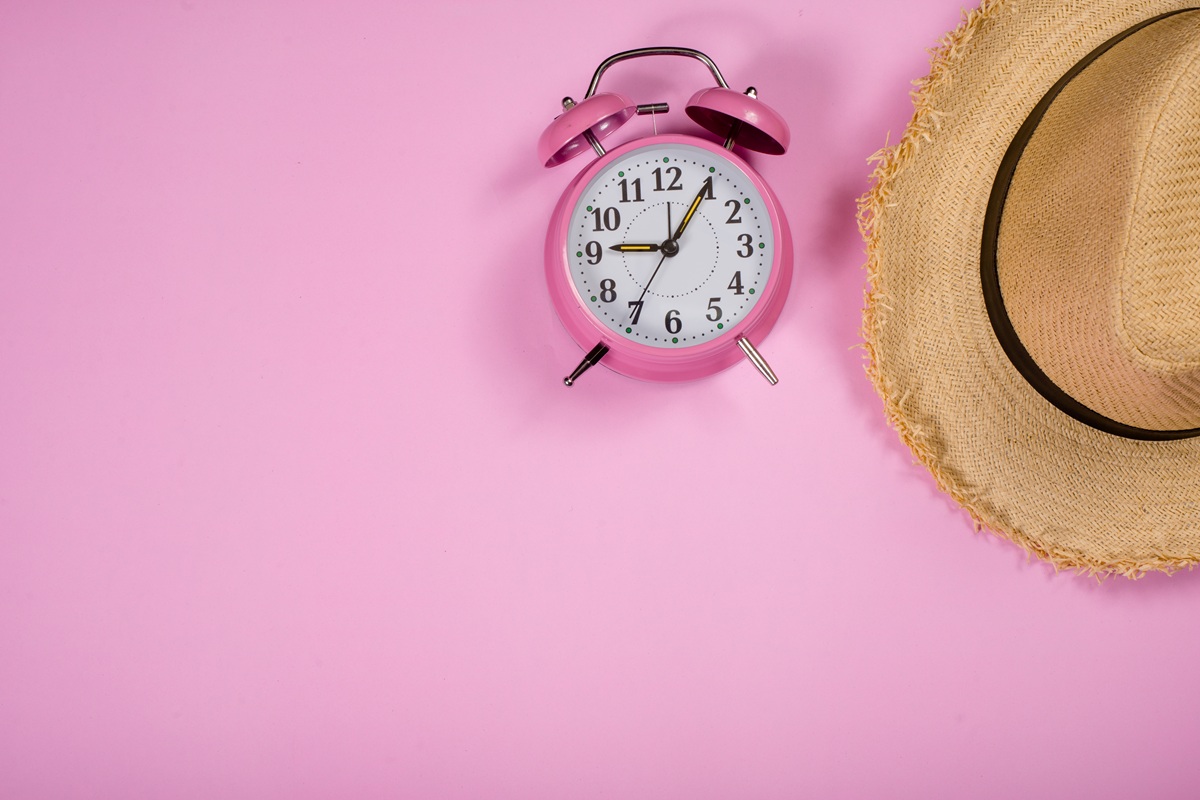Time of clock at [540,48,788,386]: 9:05
